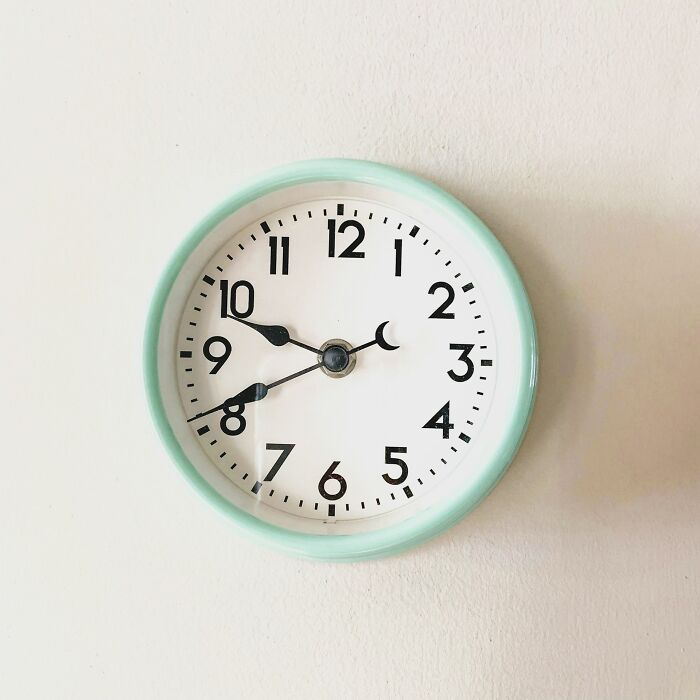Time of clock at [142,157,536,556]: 9:41
